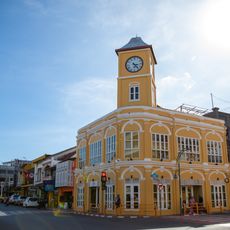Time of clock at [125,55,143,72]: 3:23
